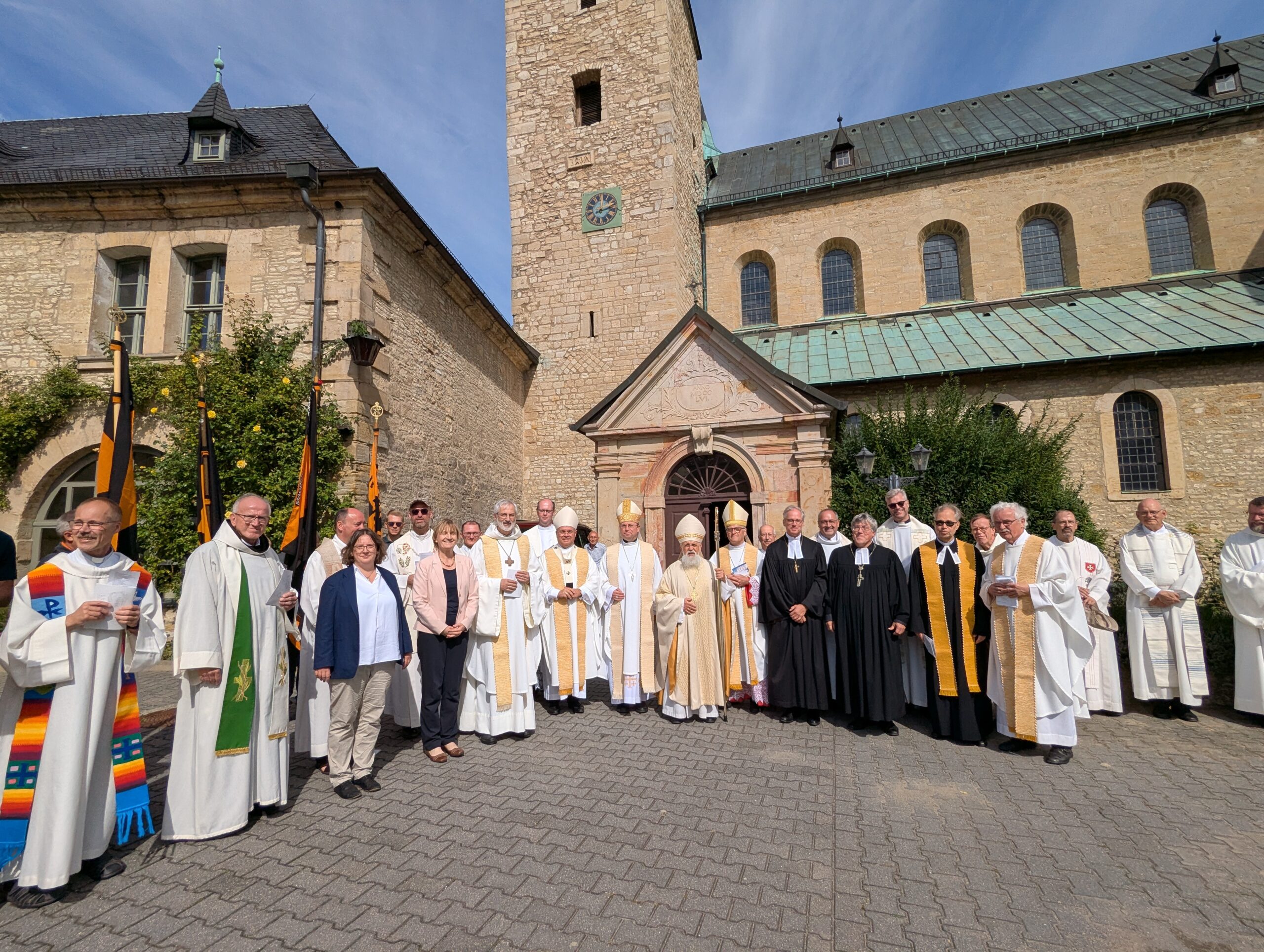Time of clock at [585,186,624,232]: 12:12
